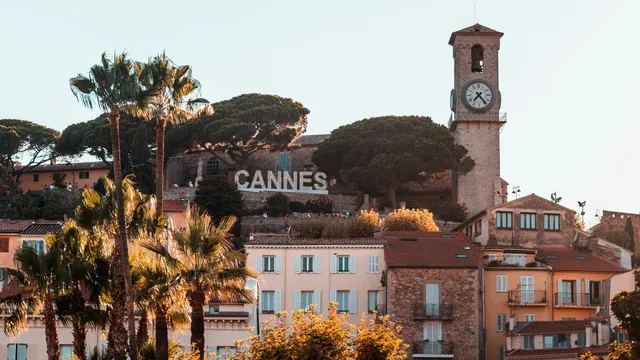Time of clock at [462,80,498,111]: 7:23
